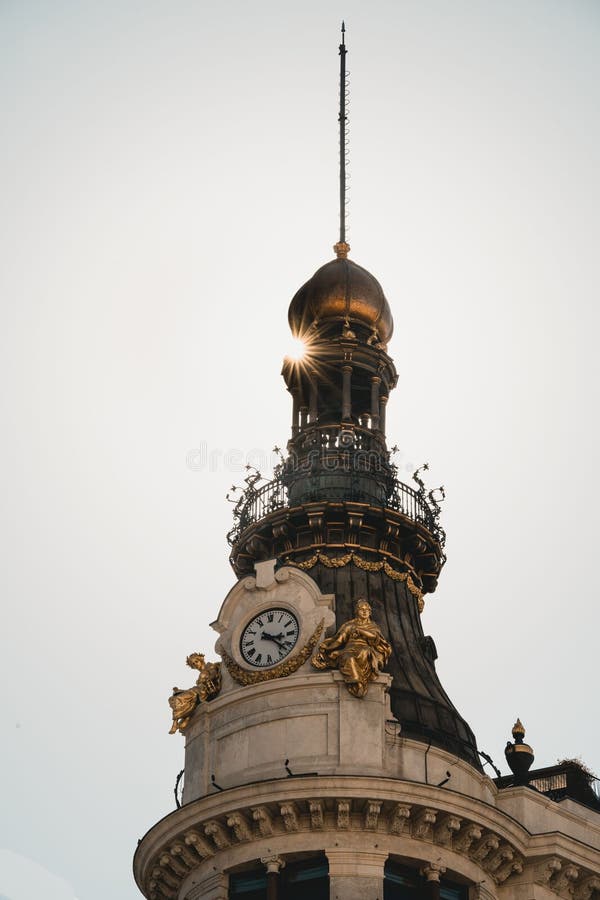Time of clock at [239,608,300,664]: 3:22
